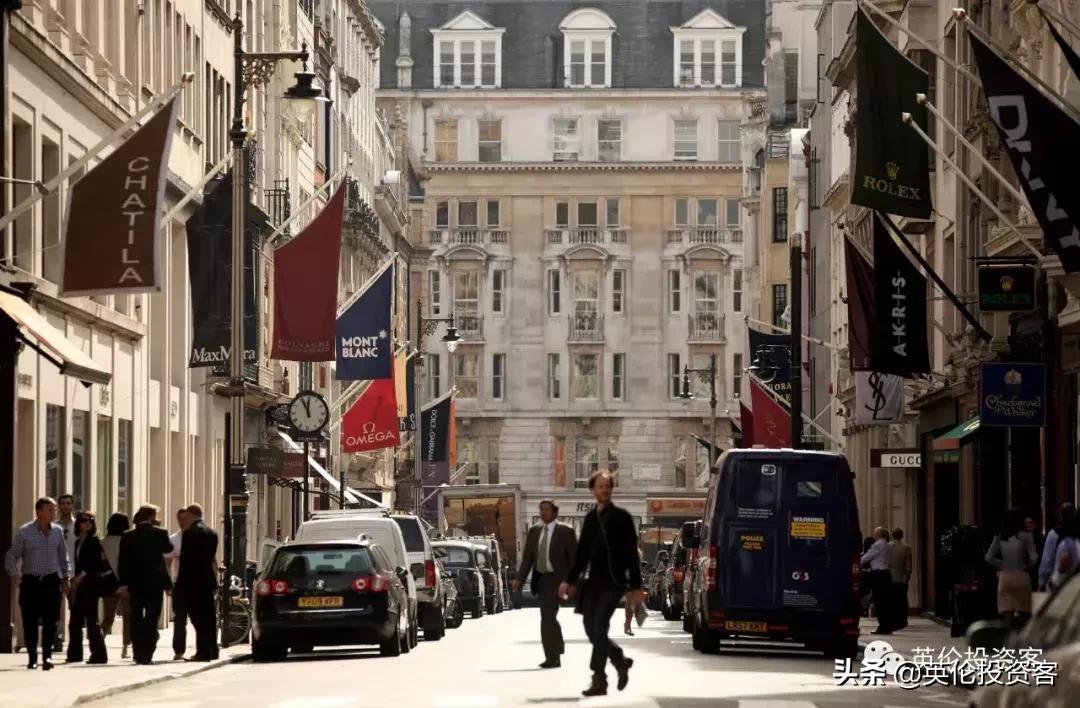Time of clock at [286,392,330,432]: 11:55
